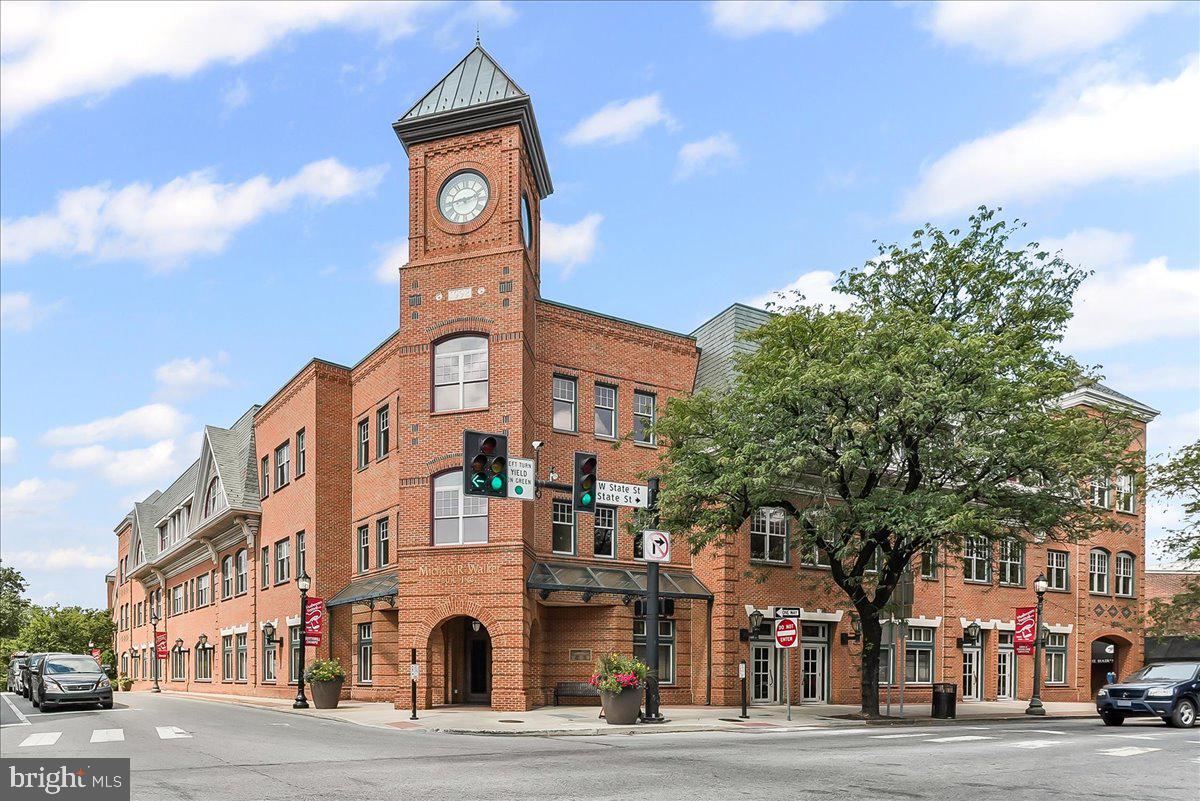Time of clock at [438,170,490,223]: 2:43
